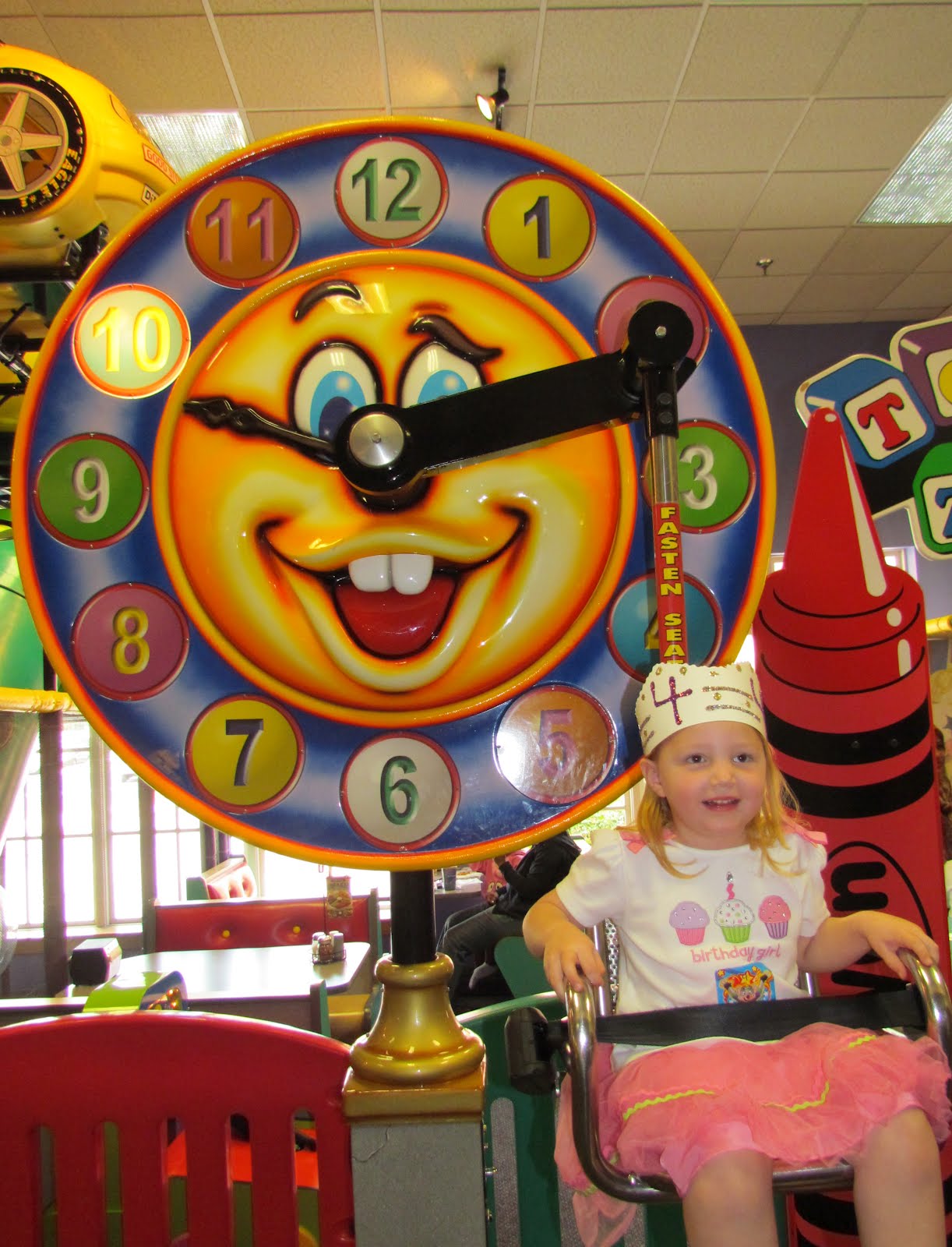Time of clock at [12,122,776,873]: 2:48
